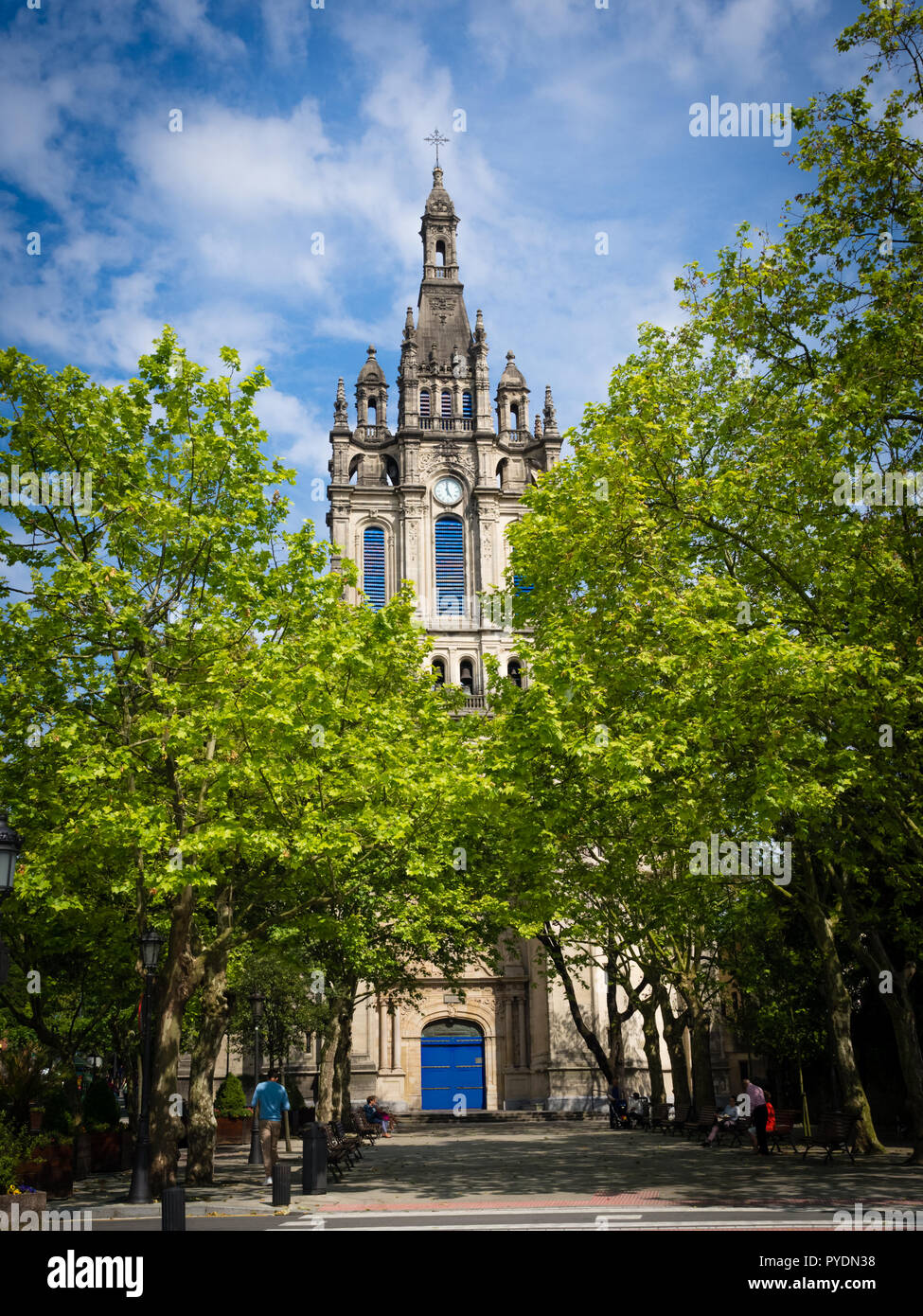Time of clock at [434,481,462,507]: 4:59
